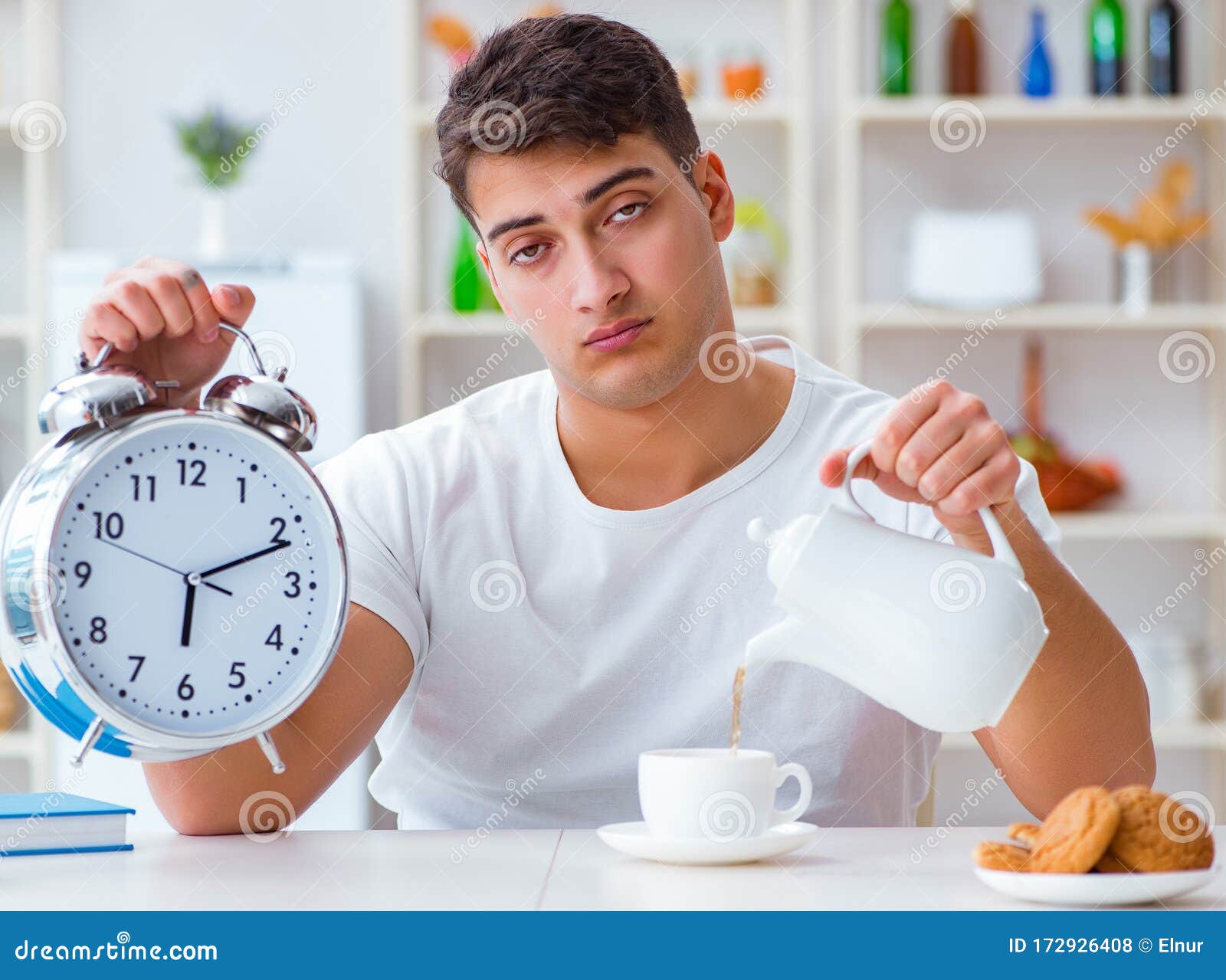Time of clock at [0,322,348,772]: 6:11
